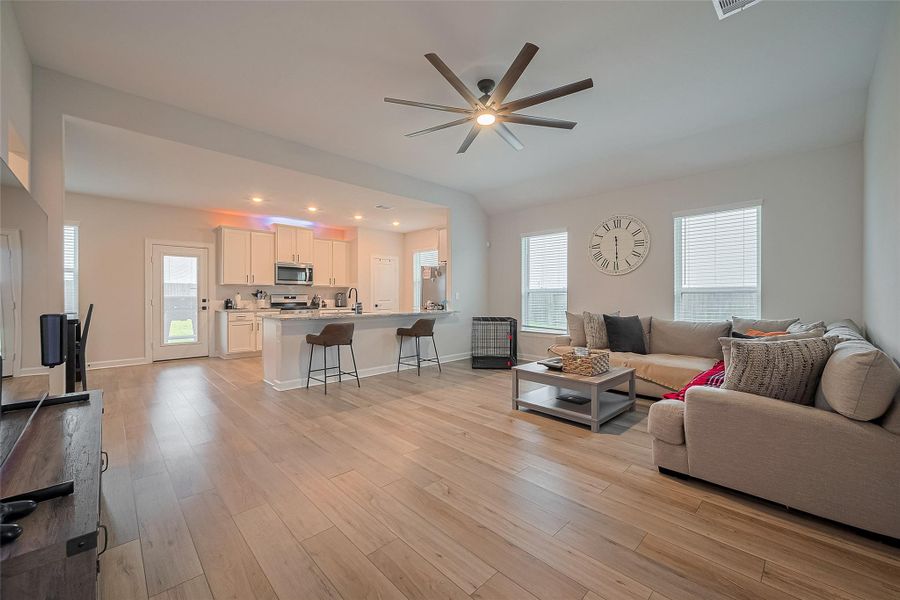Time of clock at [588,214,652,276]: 11:29
